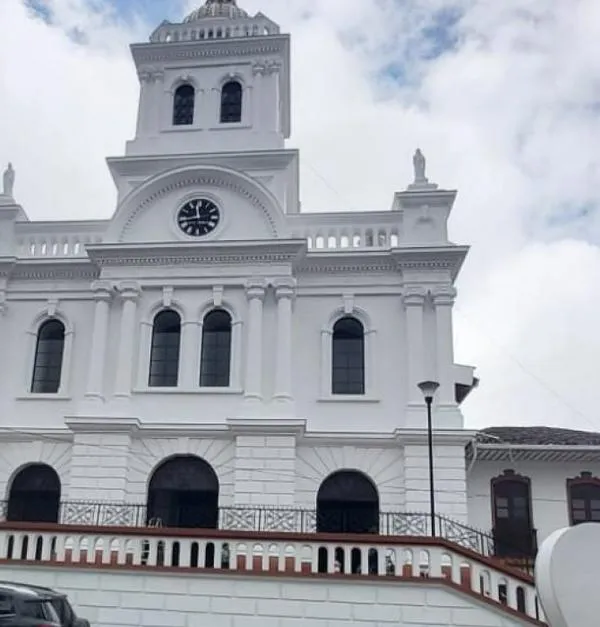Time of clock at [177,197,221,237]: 11:42
